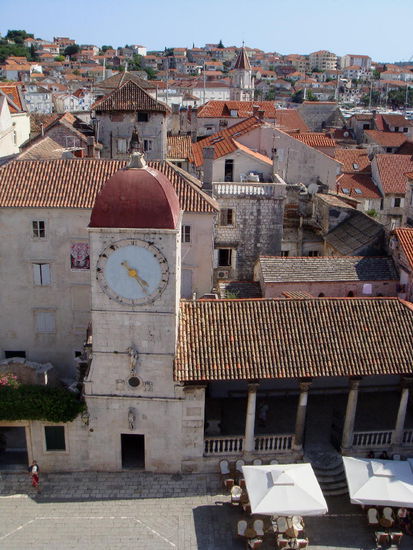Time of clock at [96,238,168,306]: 4:24
